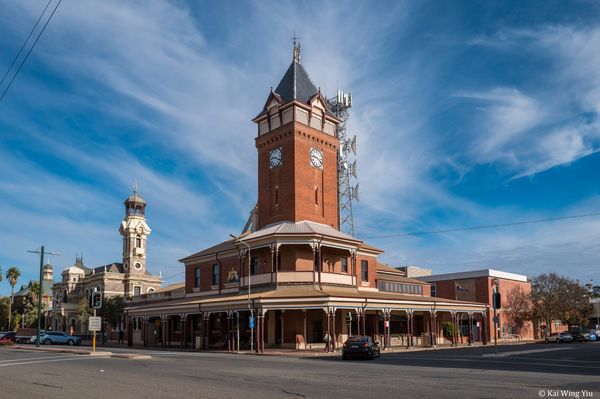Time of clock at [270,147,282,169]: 9:20
